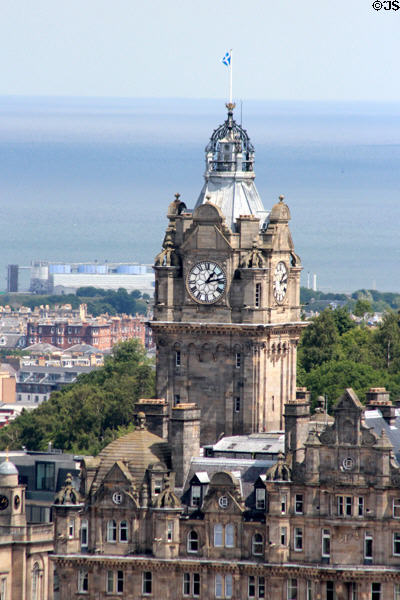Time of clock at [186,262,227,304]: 1:12
